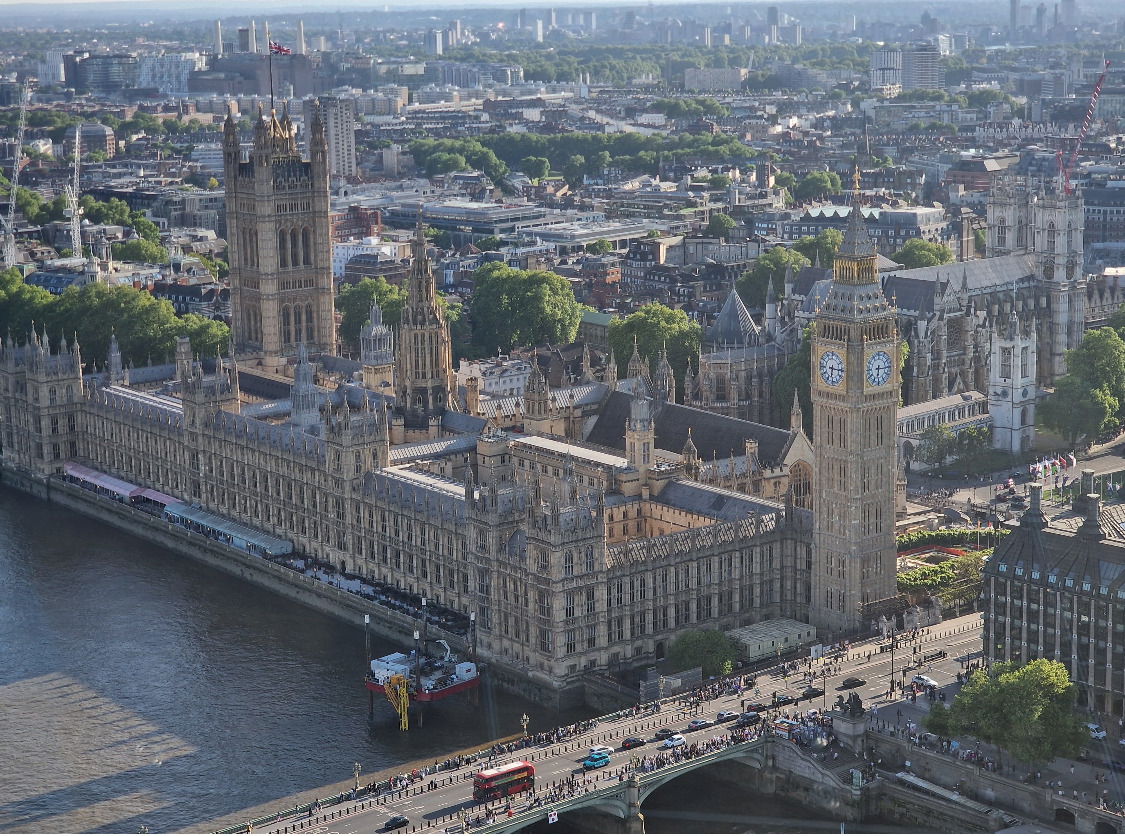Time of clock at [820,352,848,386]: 6:15
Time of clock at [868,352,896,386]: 6:14
